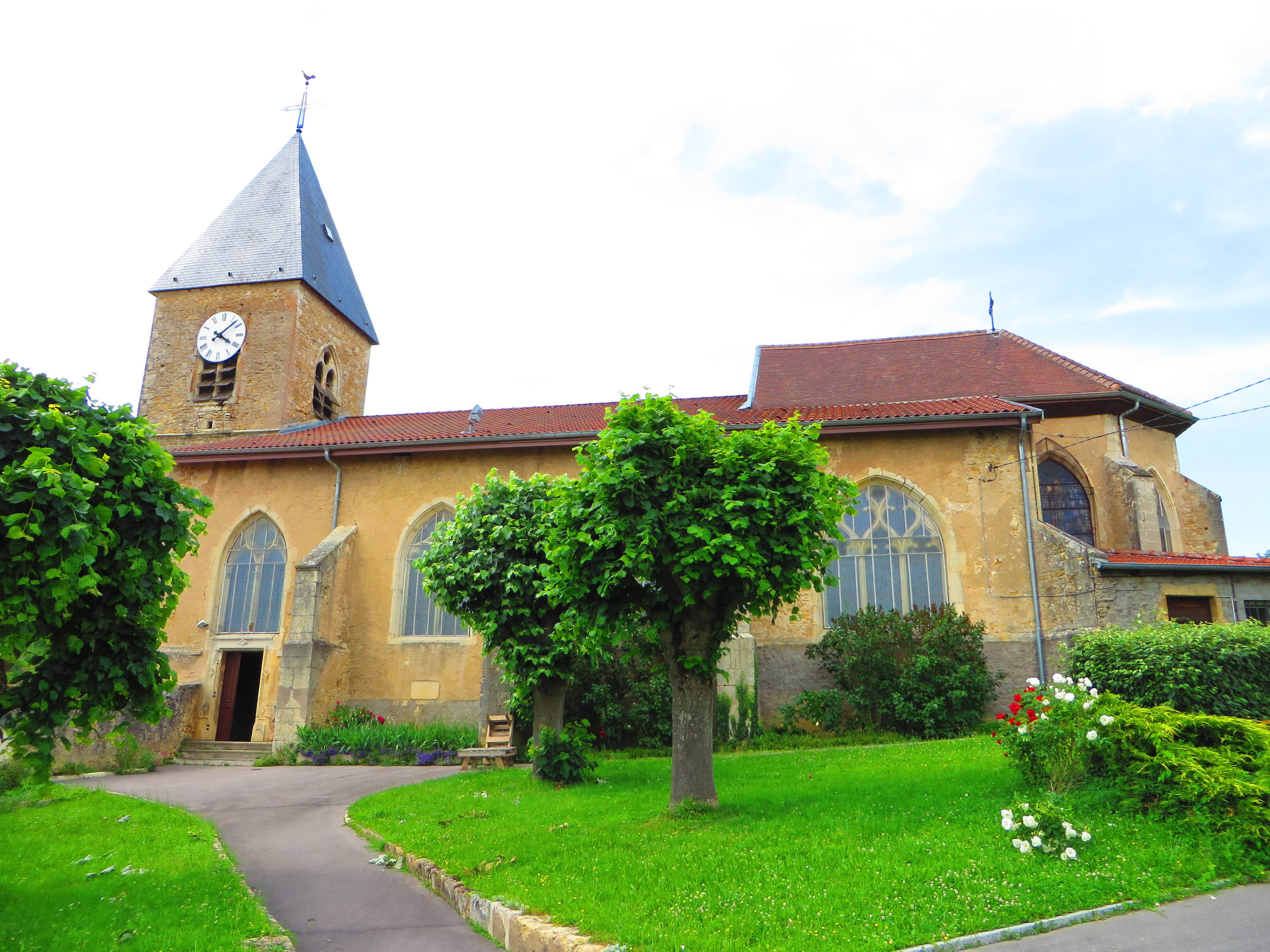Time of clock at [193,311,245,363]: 4:07
